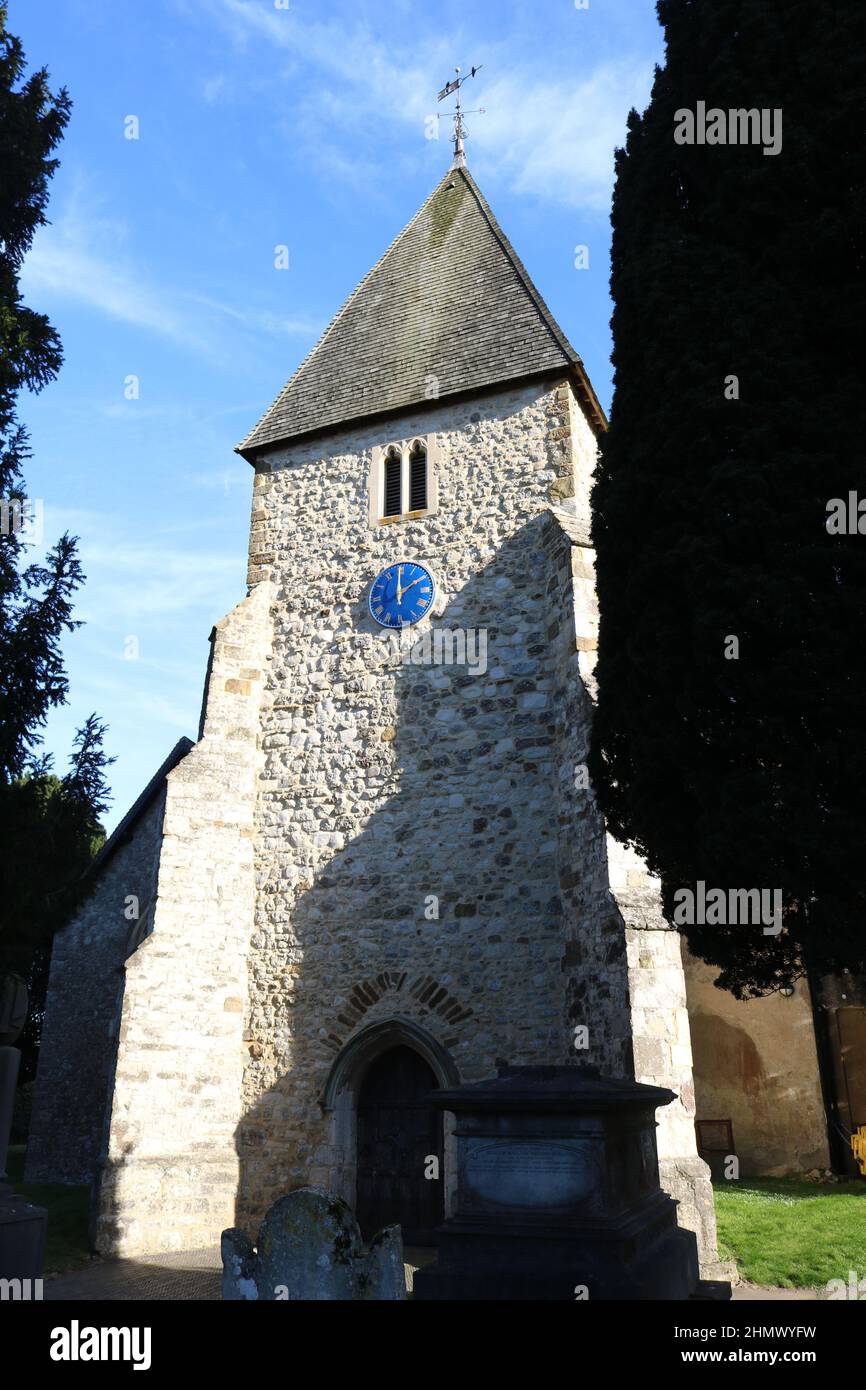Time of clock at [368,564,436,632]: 1:59
